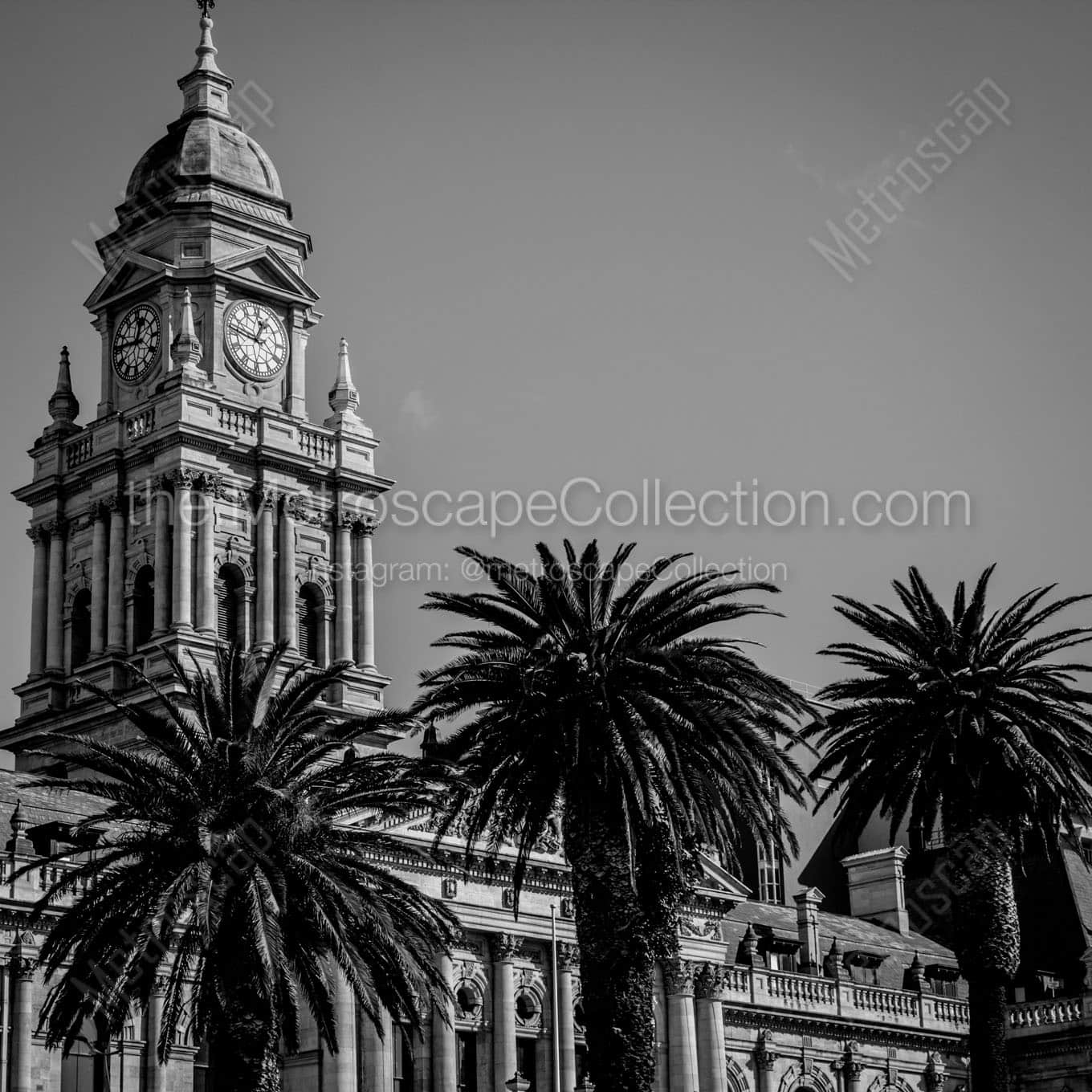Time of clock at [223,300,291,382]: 12:46
